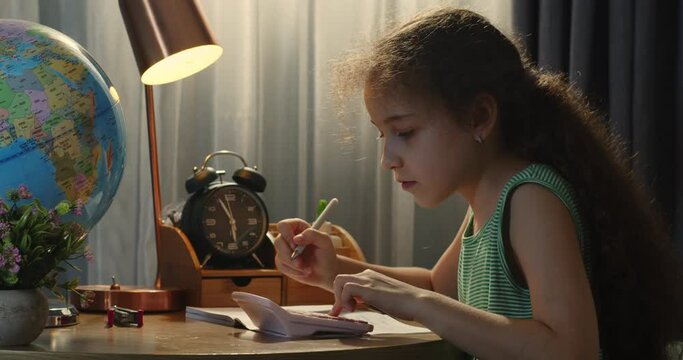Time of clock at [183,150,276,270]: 5:55
